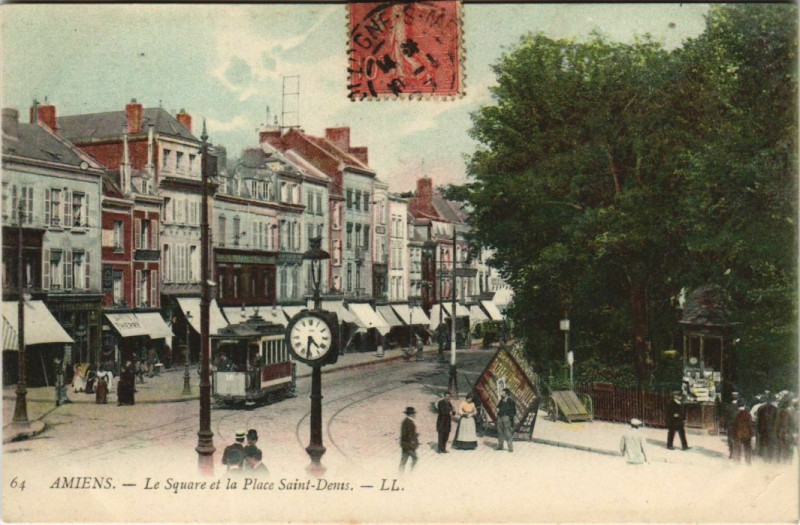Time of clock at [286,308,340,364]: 4:31
